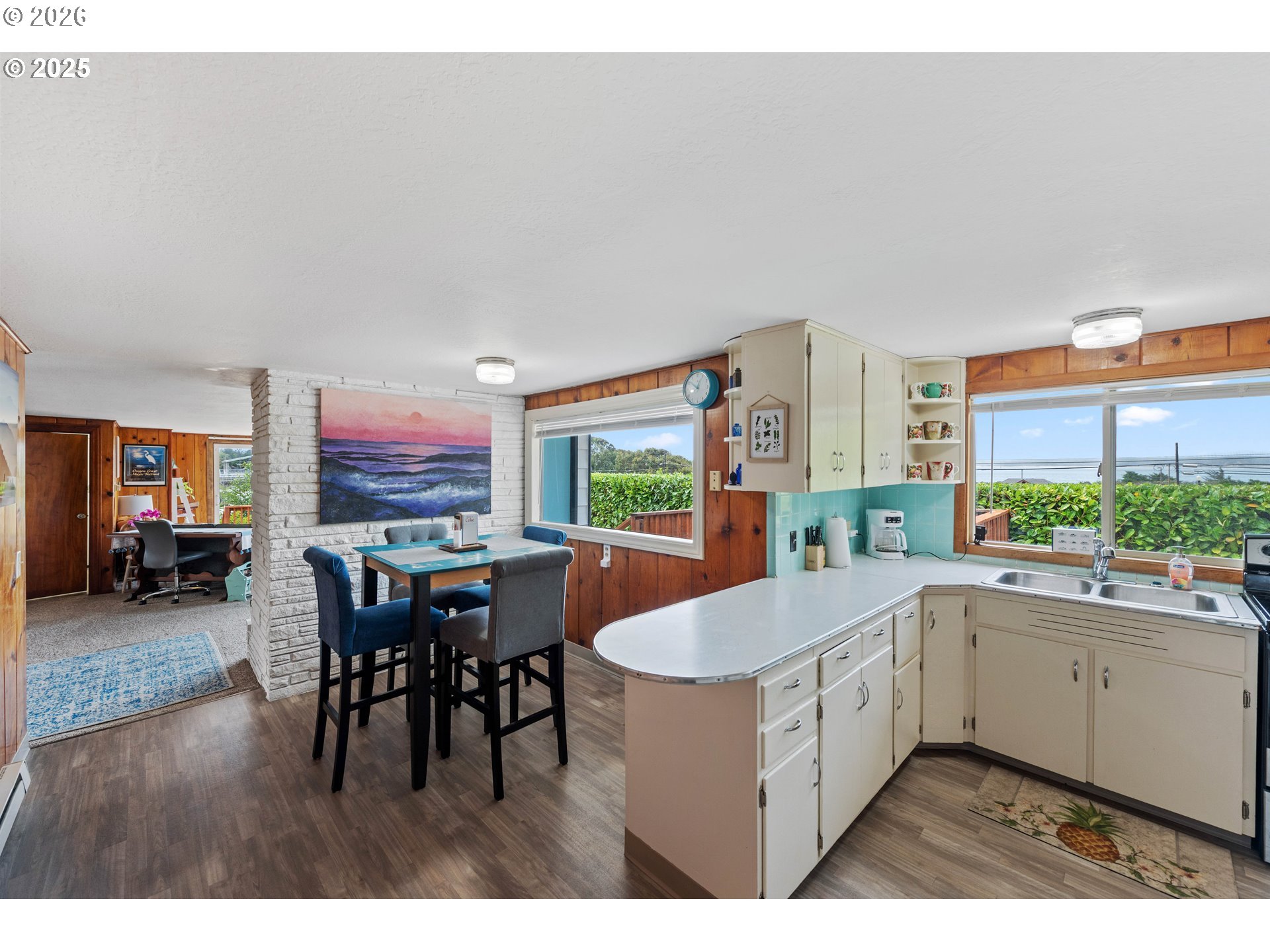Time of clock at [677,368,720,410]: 12:51
